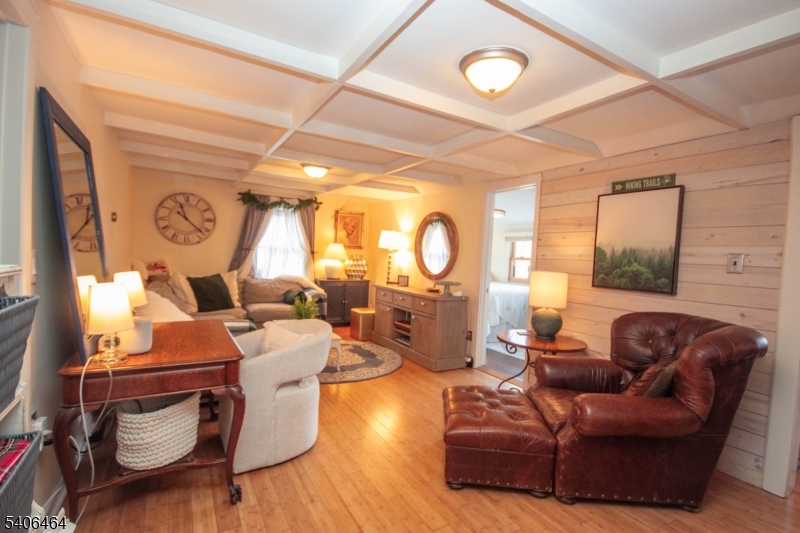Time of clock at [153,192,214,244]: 11:21
